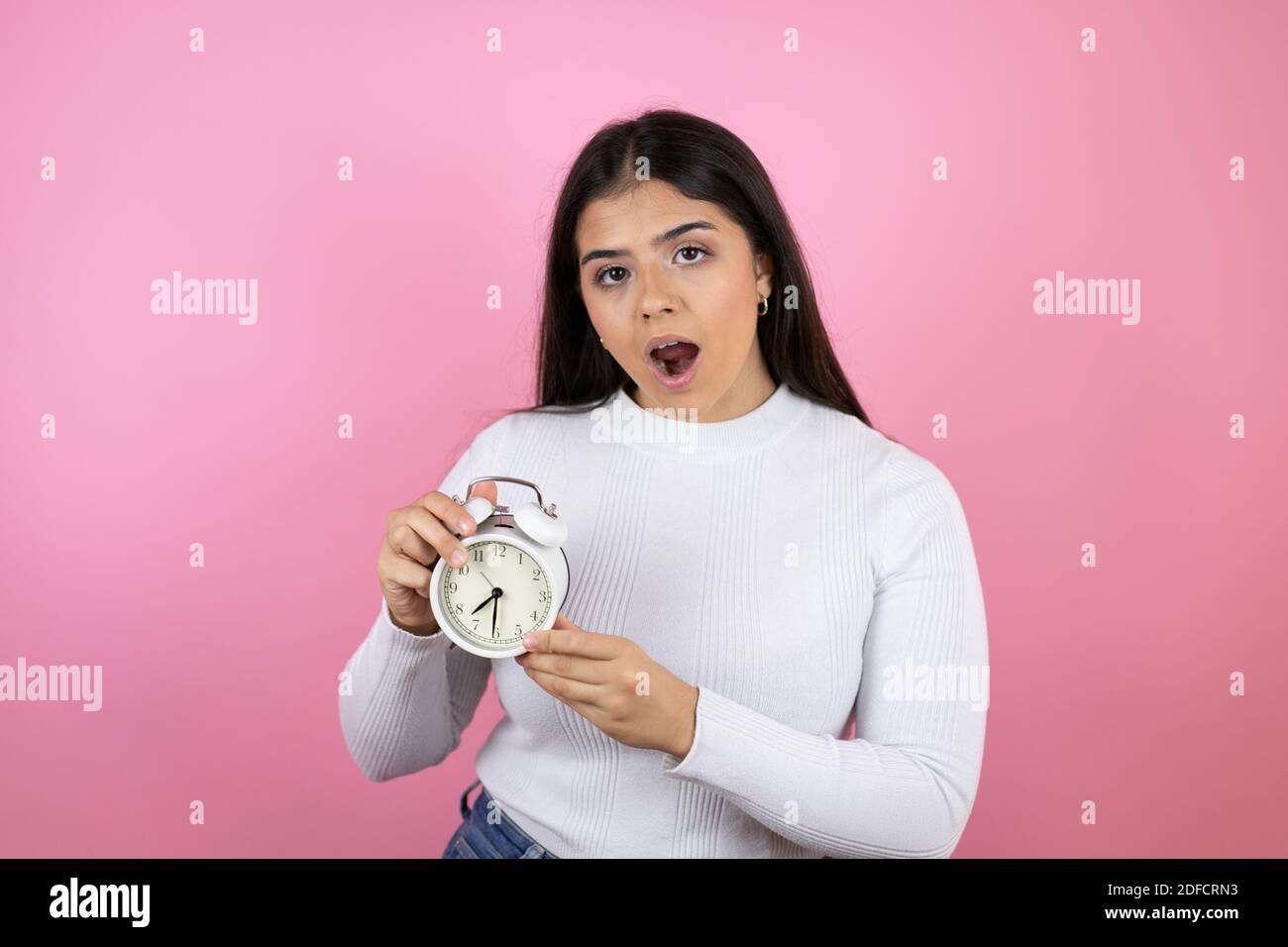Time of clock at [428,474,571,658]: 7:30
